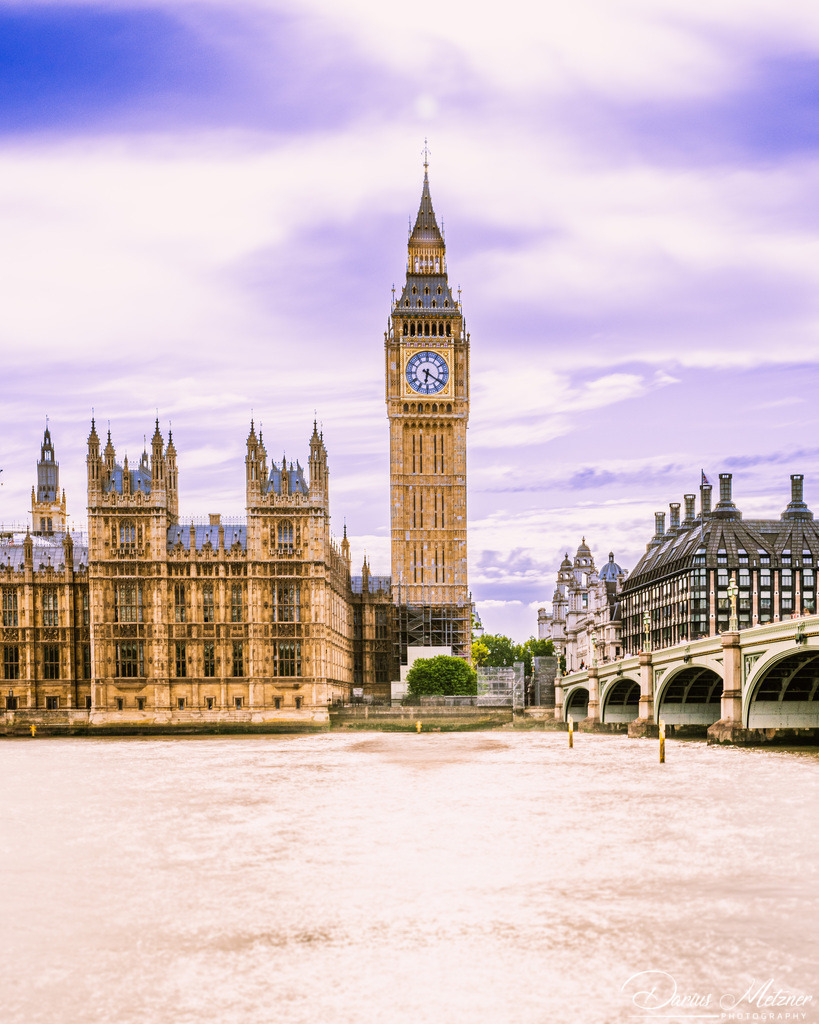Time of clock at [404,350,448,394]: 6:20
